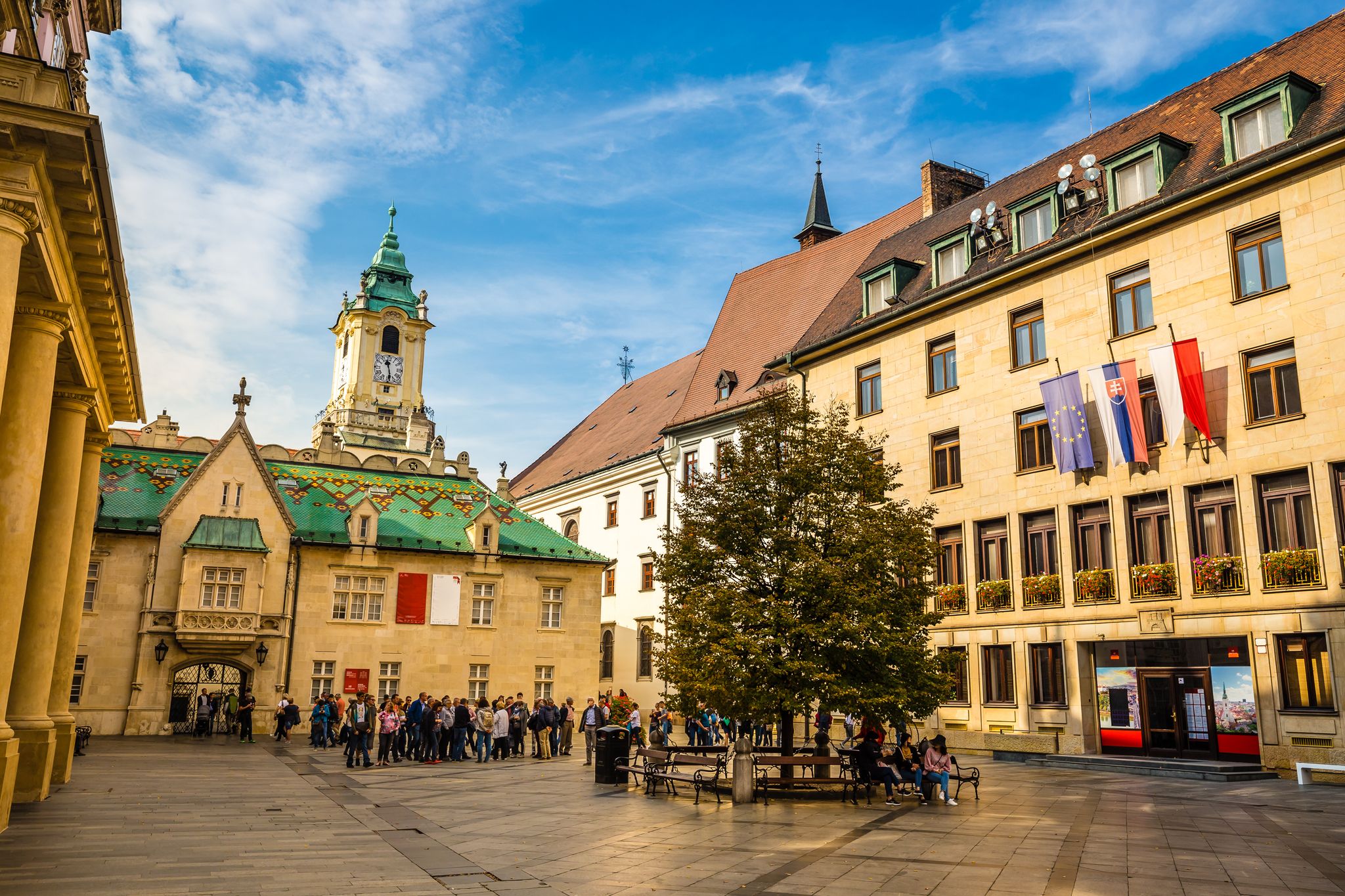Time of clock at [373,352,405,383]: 11:28
